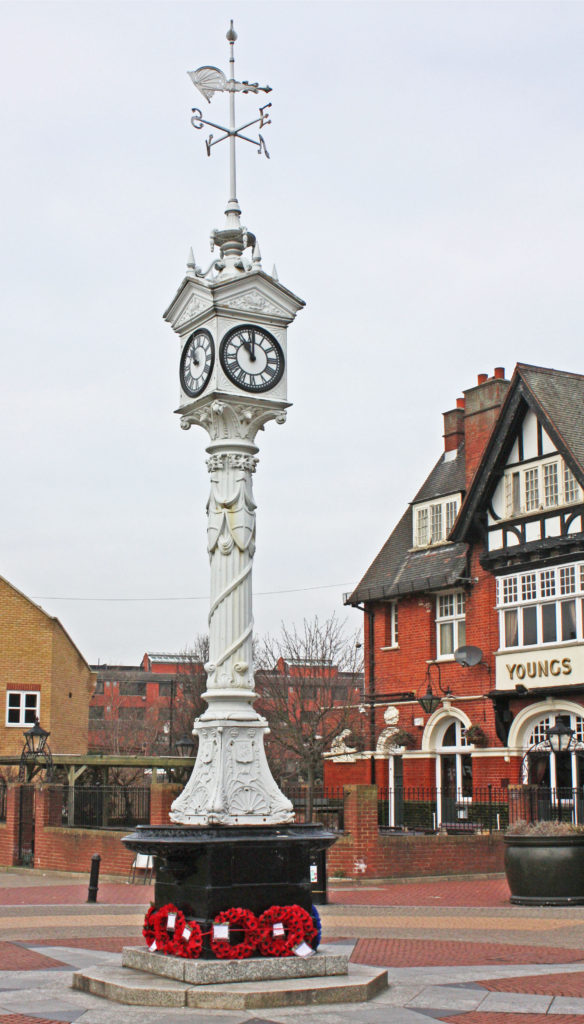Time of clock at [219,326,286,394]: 11:00
